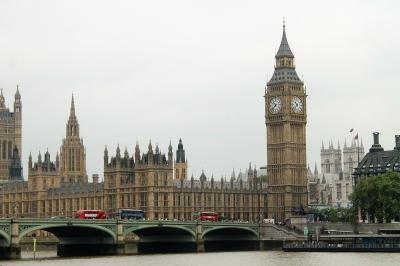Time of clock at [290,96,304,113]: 10:37
